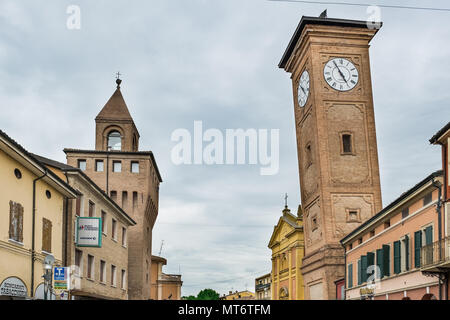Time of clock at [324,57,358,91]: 4:54
